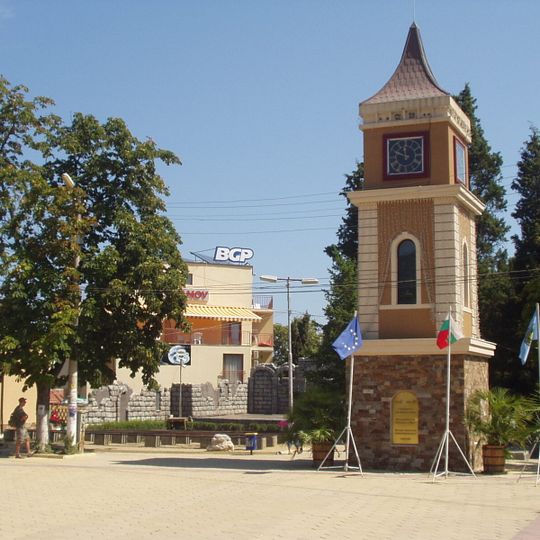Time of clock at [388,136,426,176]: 11:48
